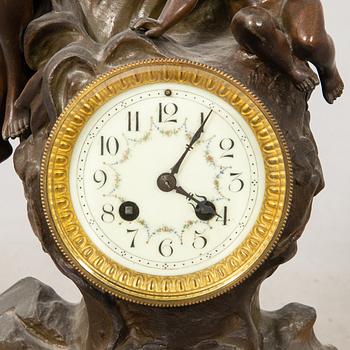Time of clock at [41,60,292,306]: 4:05
